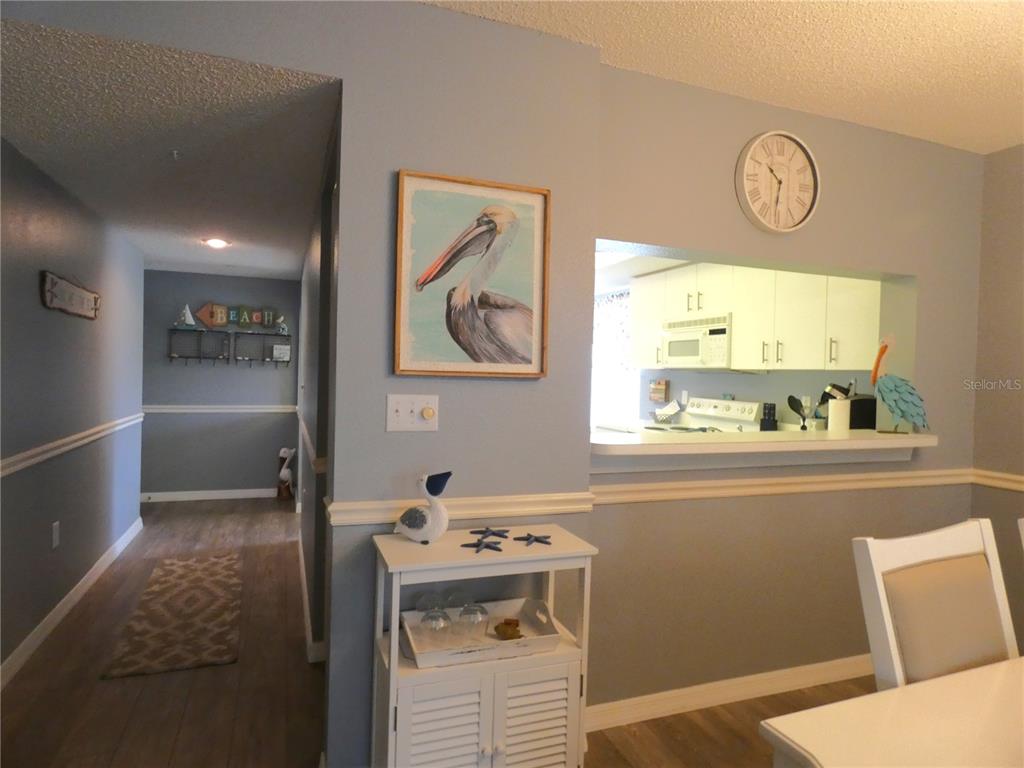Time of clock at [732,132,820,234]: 10:31
